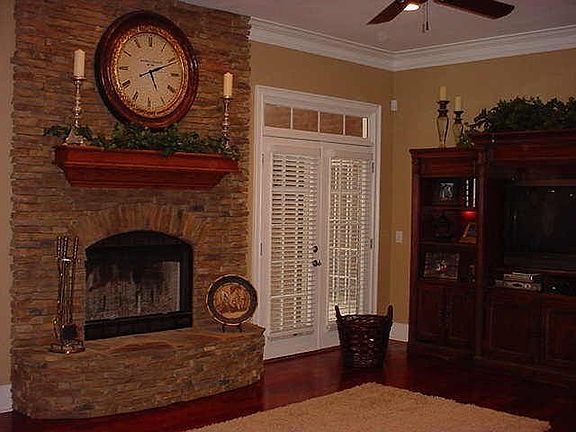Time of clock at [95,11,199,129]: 5:11
